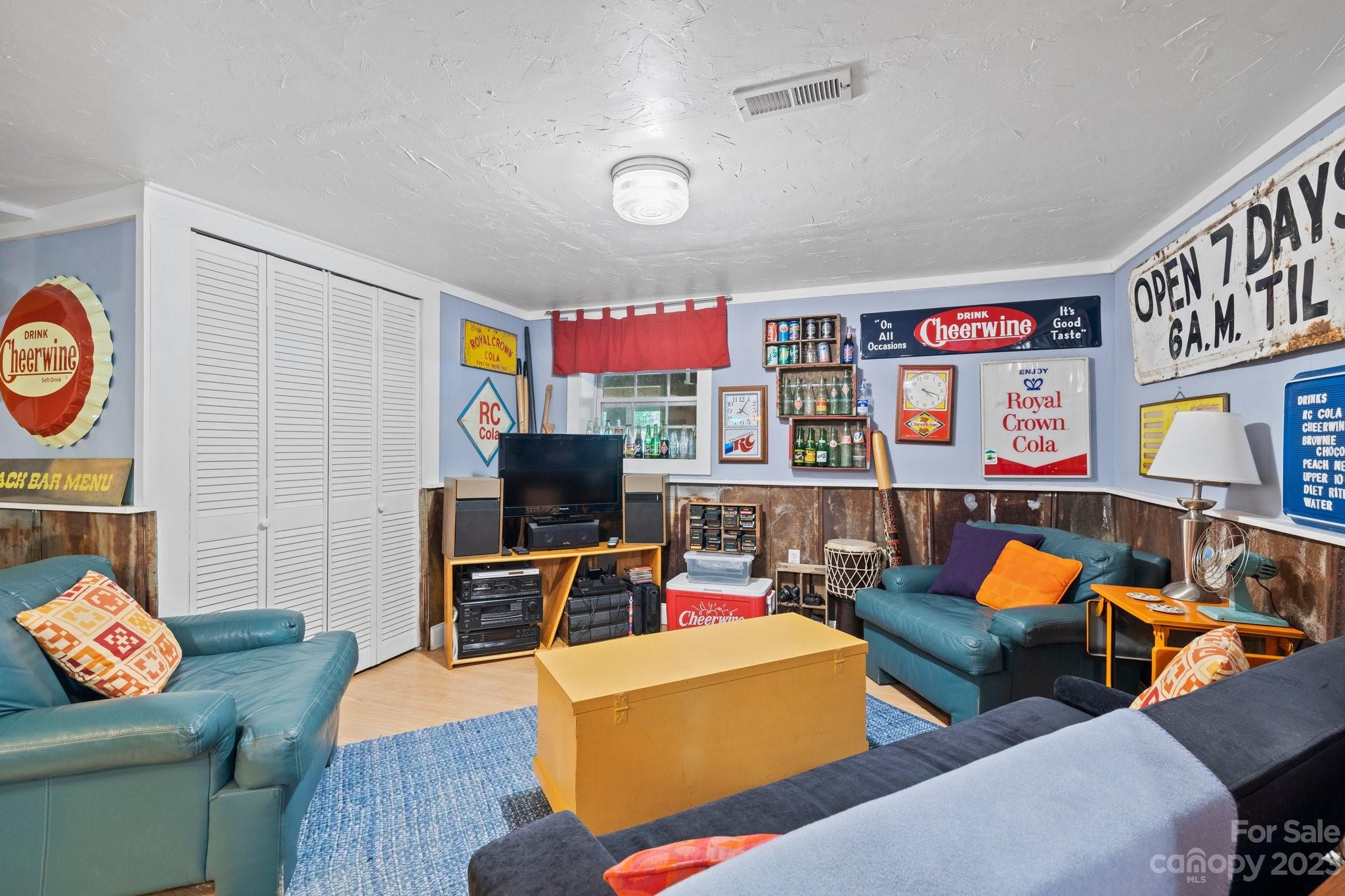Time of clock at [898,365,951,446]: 4:17
